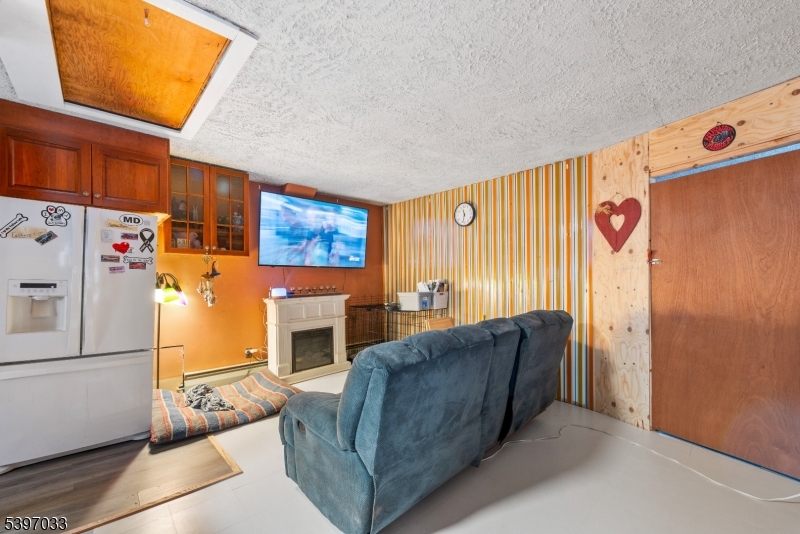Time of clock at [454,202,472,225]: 11:32
